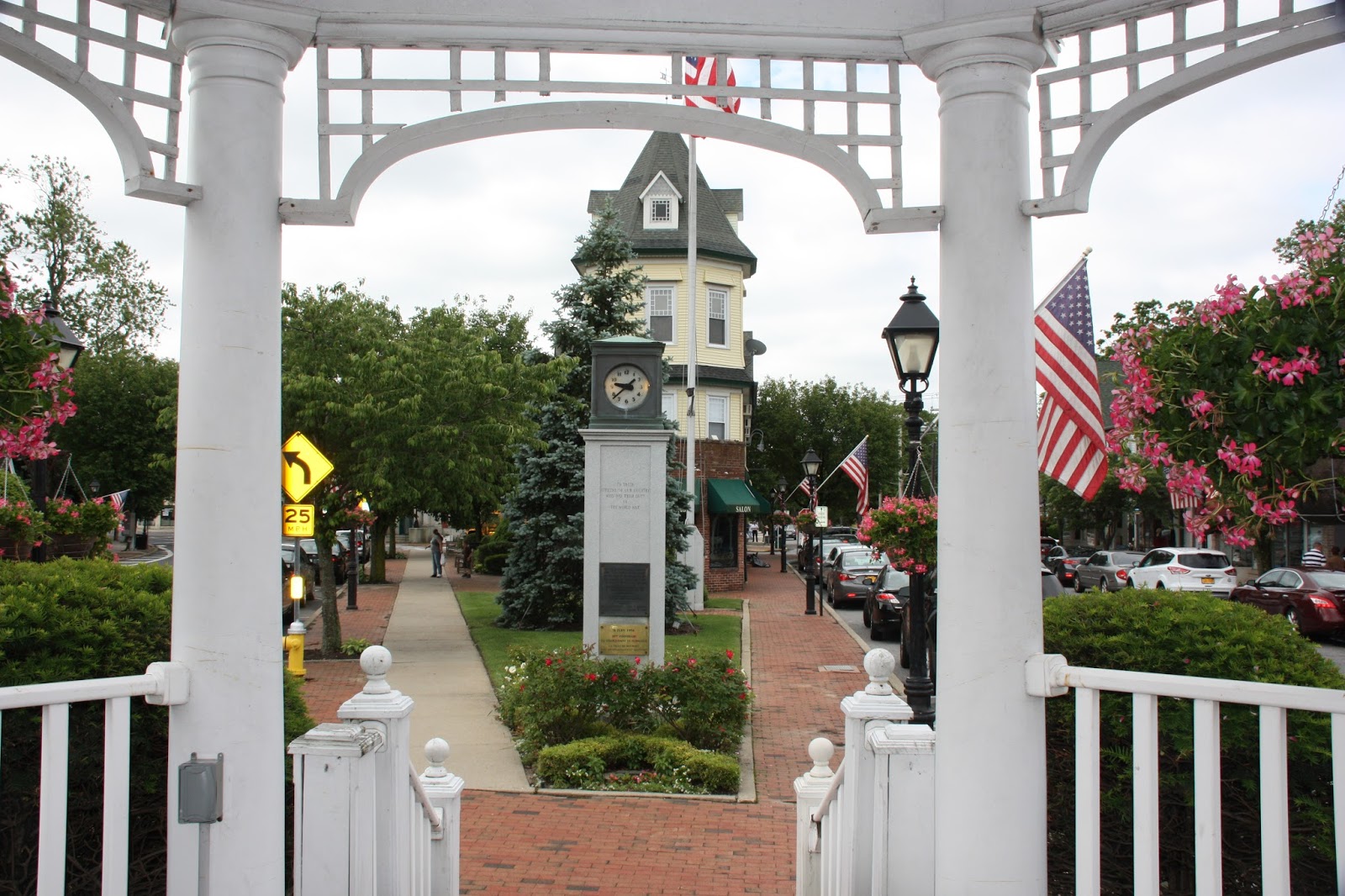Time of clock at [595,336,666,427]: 9:38
